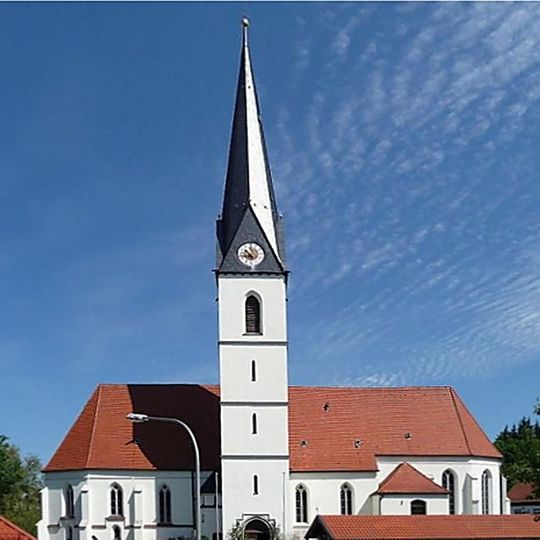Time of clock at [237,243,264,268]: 10:42
